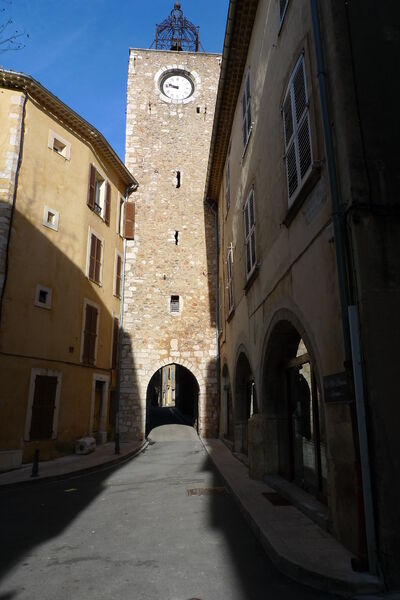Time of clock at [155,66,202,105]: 9:45
